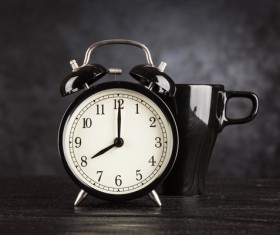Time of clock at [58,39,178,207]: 8:00
